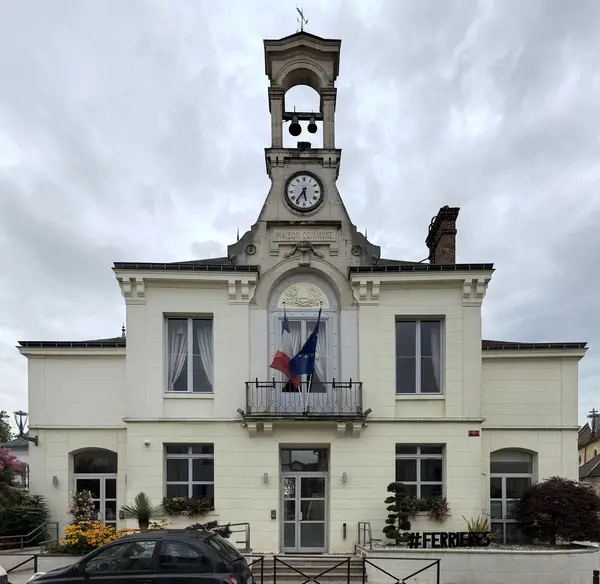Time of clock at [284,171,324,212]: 5:36
